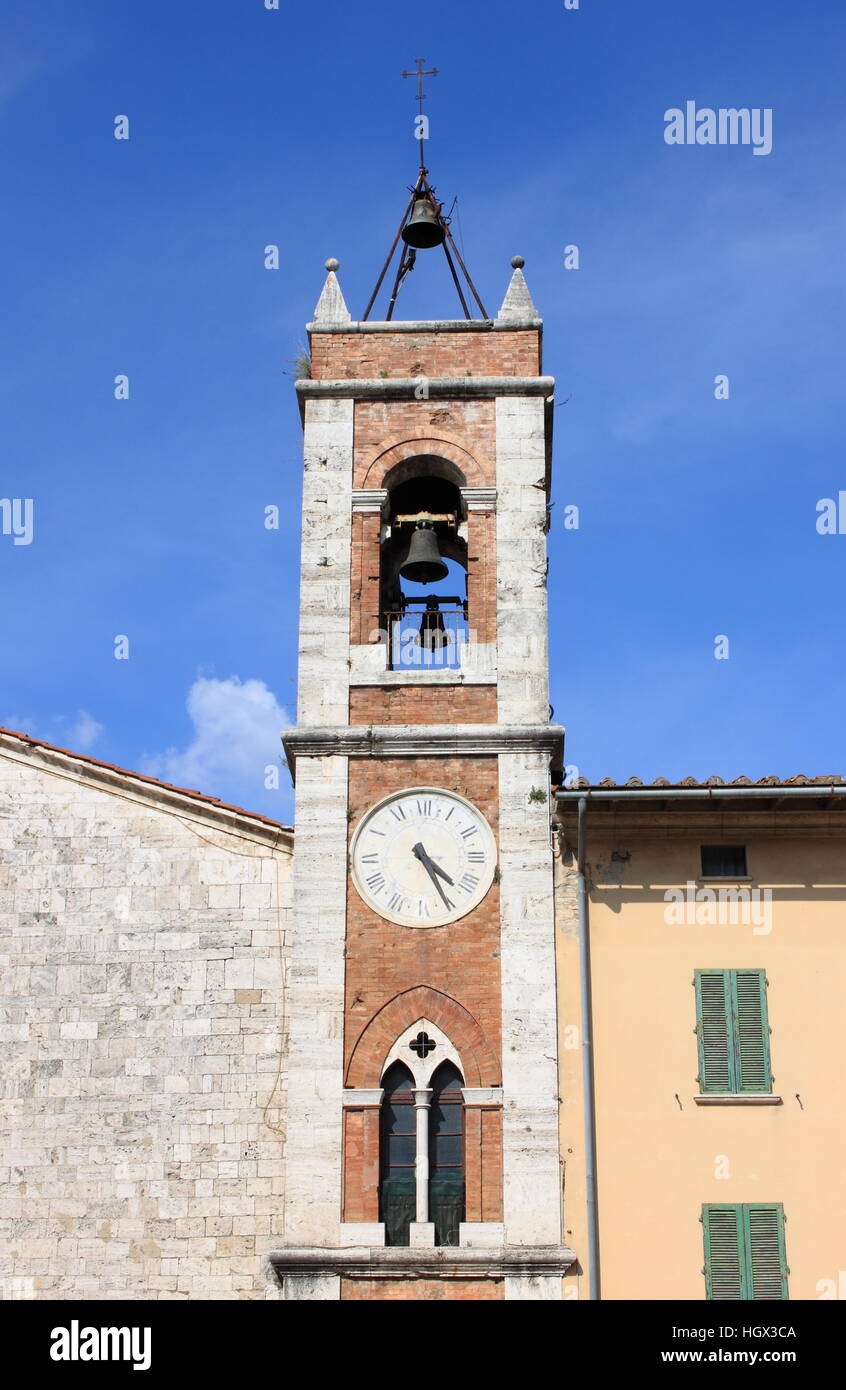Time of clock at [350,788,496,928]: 4:25
